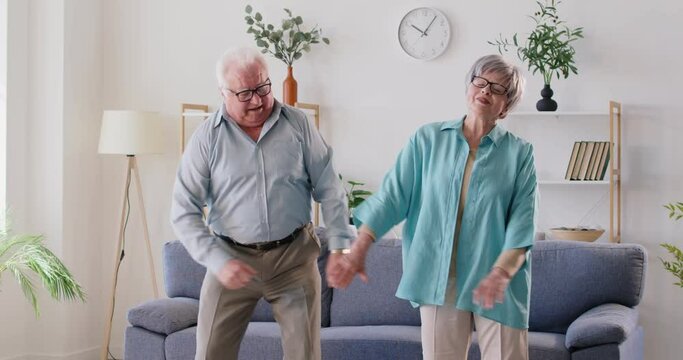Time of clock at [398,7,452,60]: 10:05
